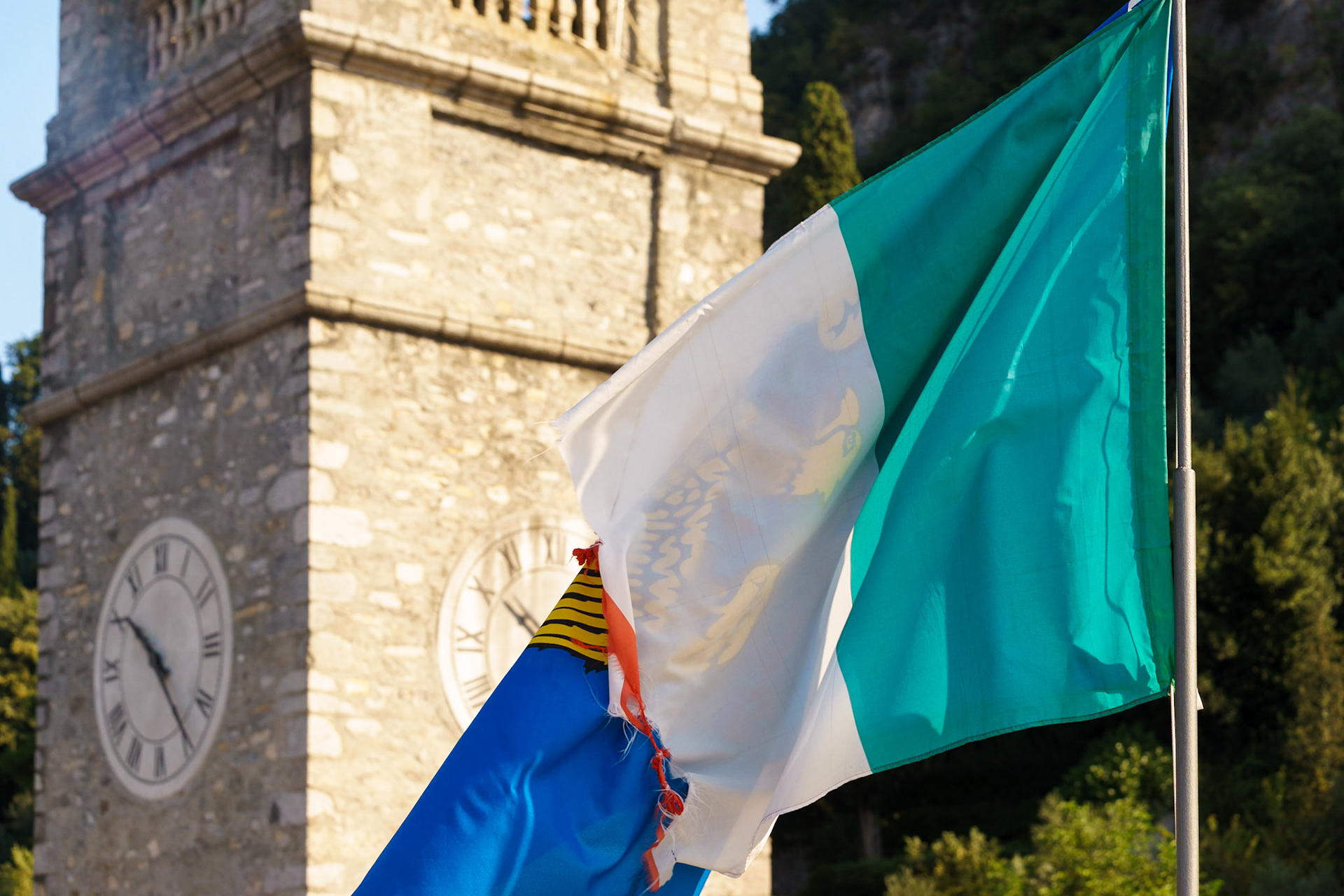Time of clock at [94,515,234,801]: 10:24
